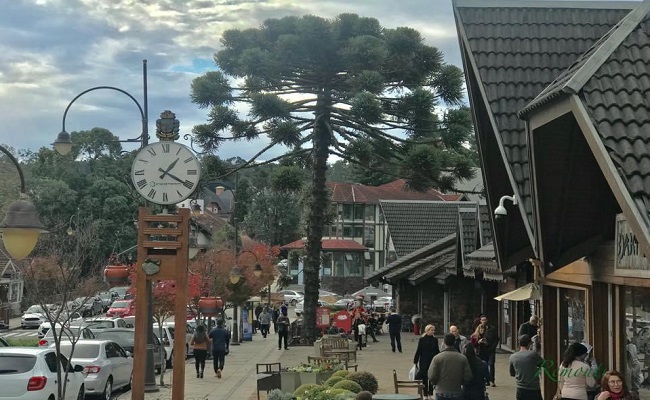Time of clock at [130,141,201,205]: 1:20
